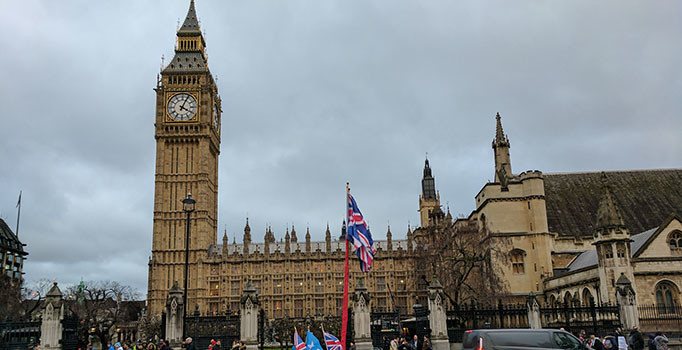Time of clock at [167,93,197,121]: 4:04
